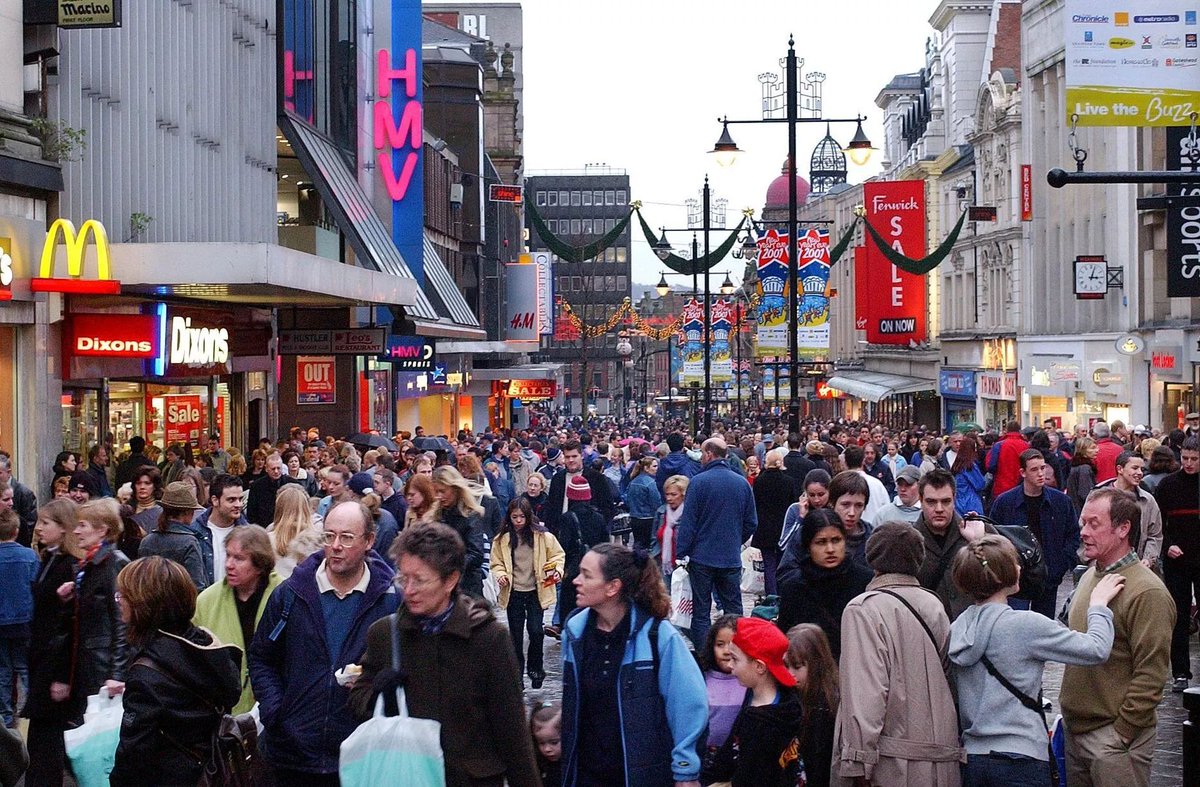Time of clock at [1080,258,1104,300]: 3:03
